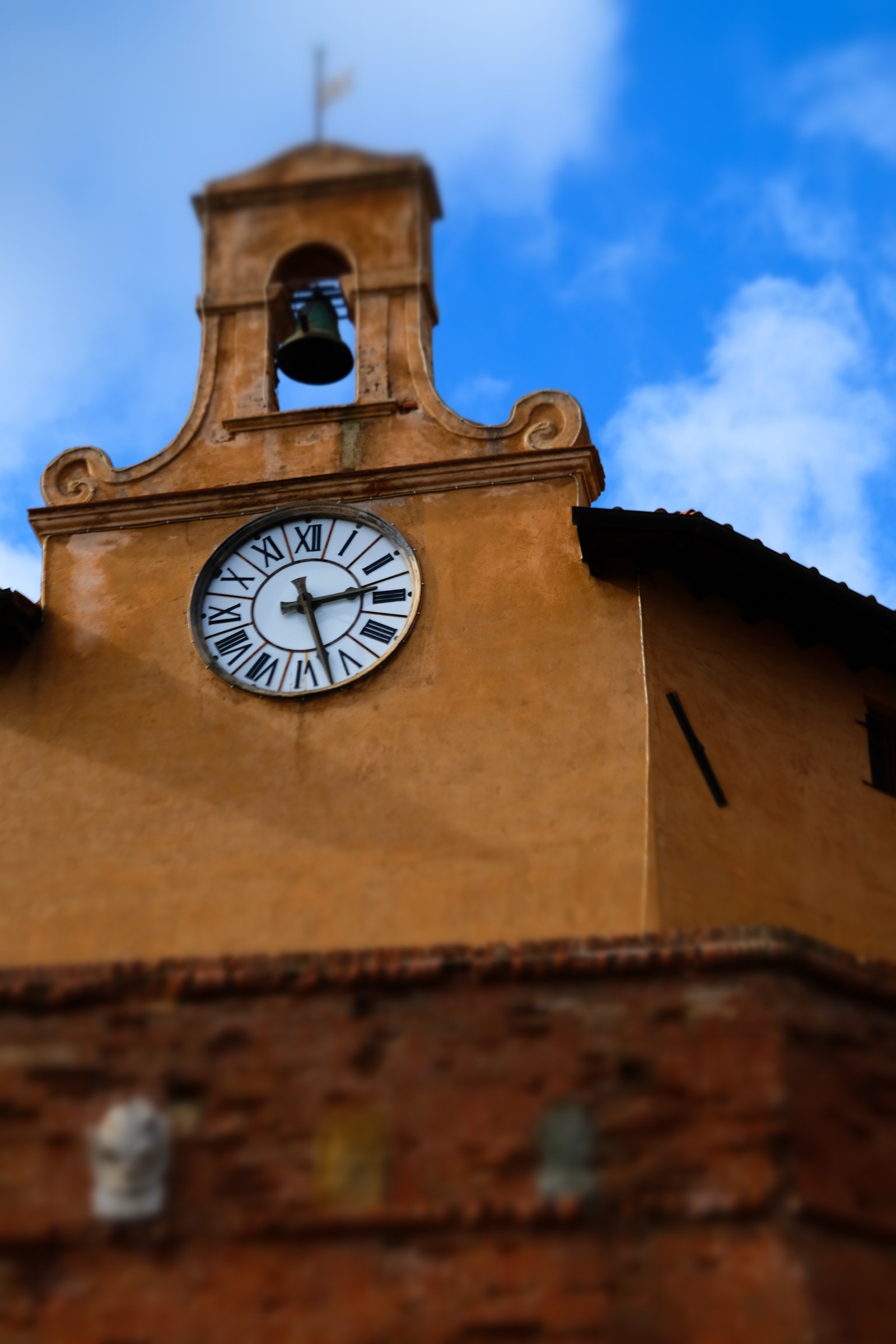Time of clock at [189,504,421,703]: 2:27
